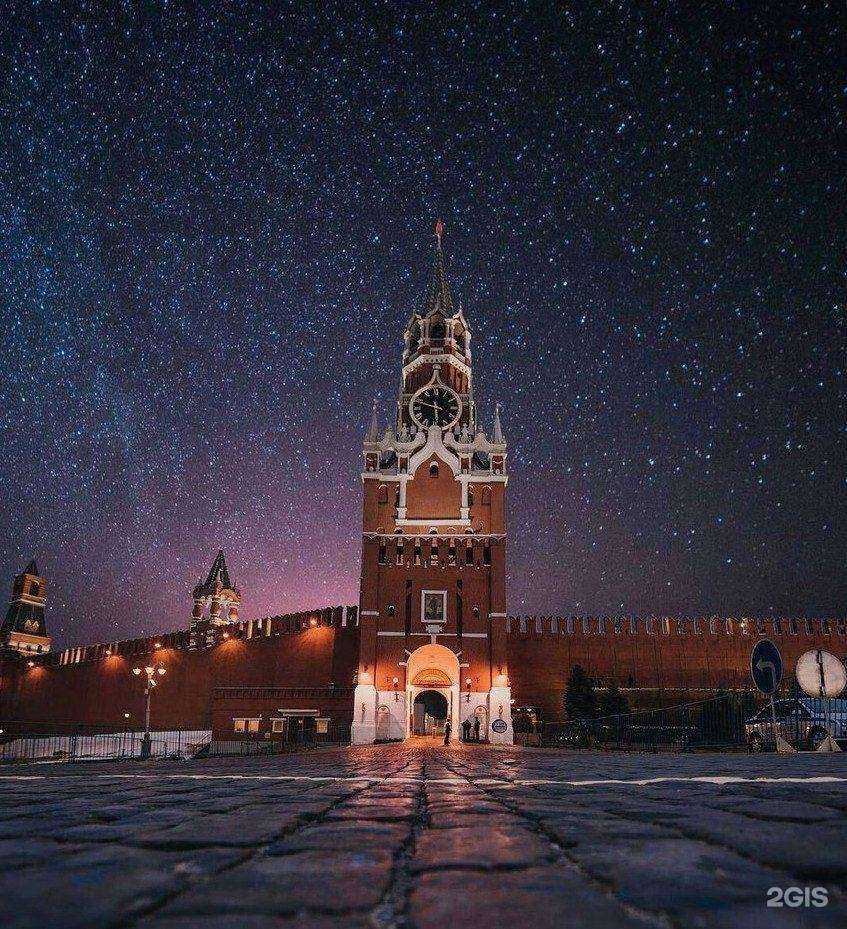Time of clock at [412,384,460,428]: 5:48
